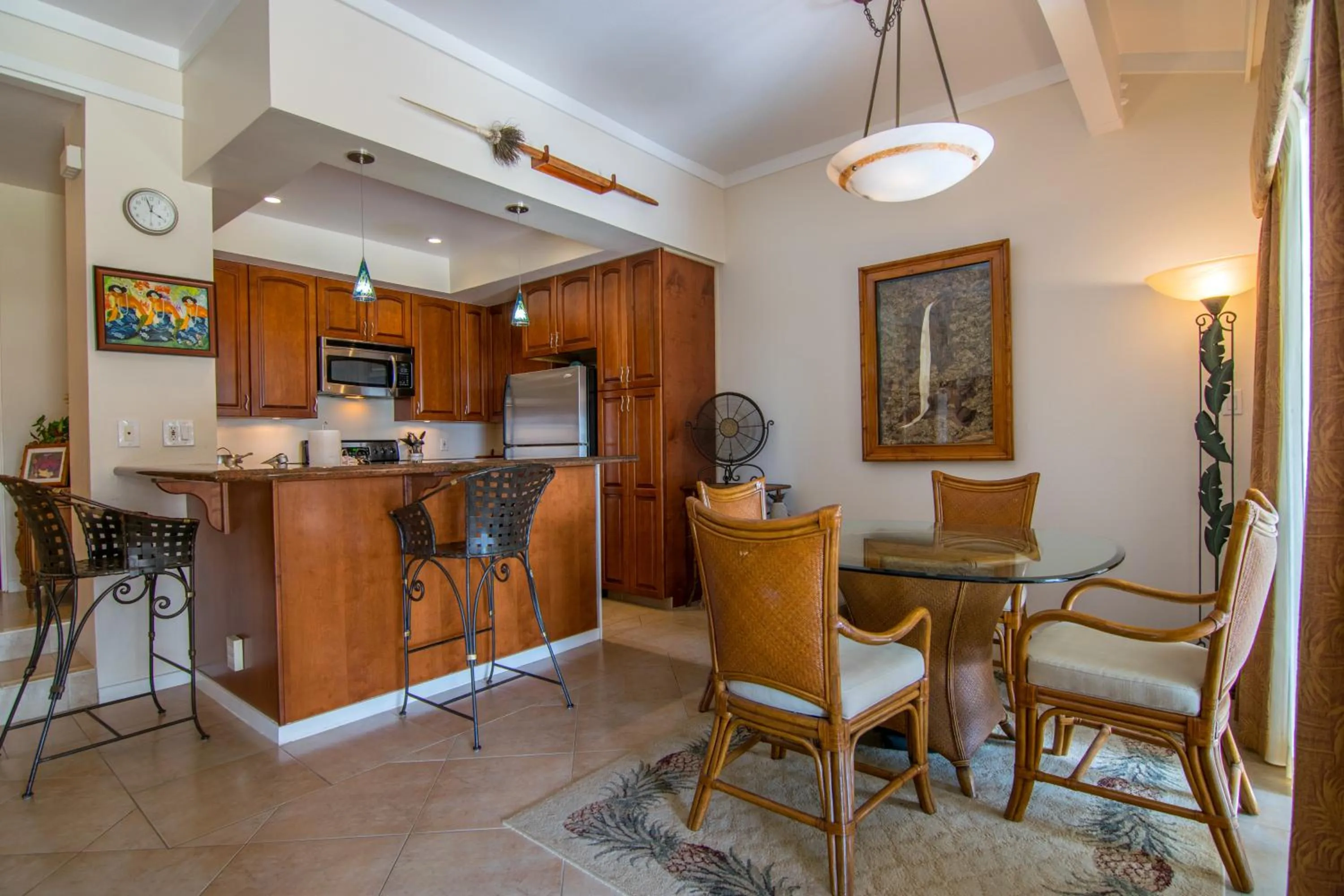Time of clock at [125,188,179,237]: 3:57
